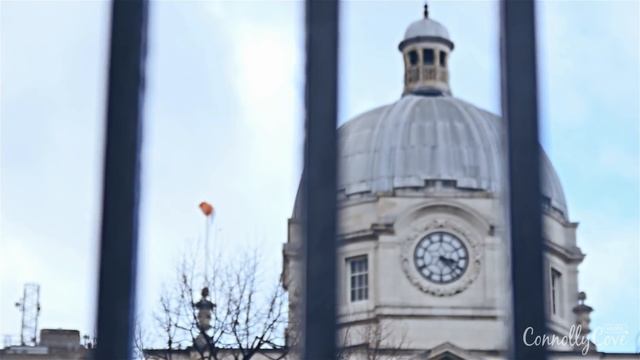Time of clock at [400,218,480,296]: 3:22
